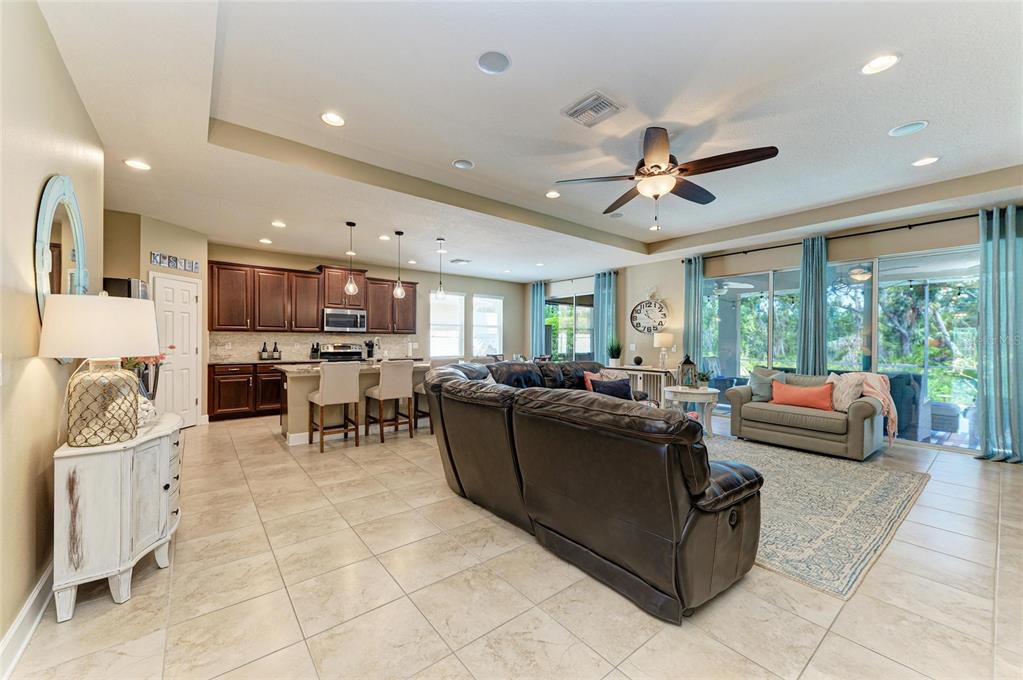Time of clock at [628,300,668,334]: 11:21
